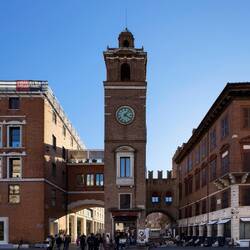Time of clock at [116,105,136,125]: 4:06
